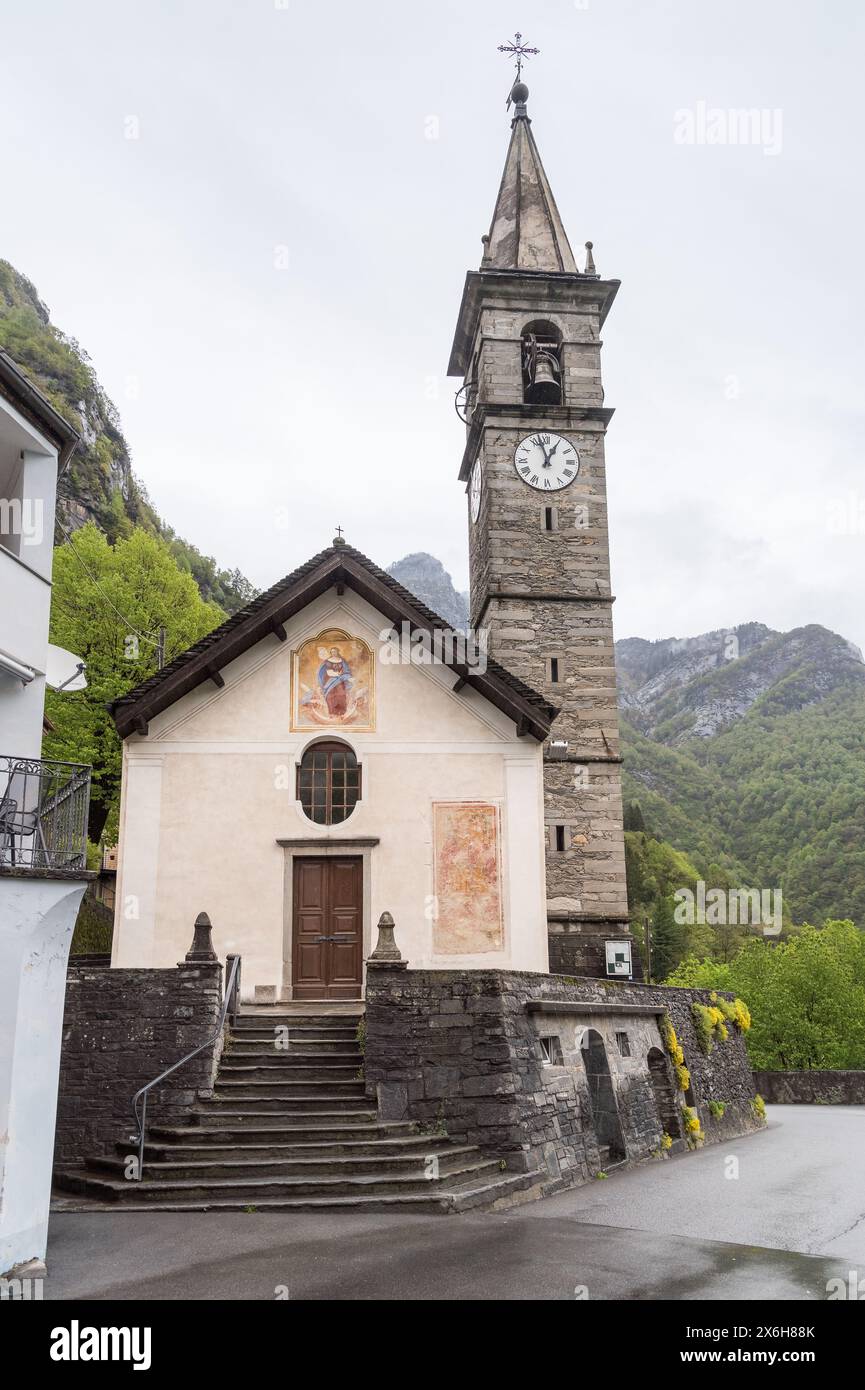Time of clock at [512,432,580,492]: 12:57
